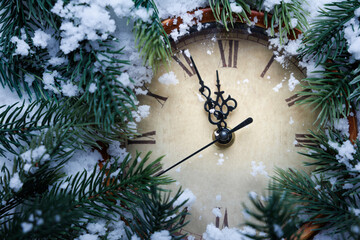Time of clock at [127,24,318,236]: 11:56
